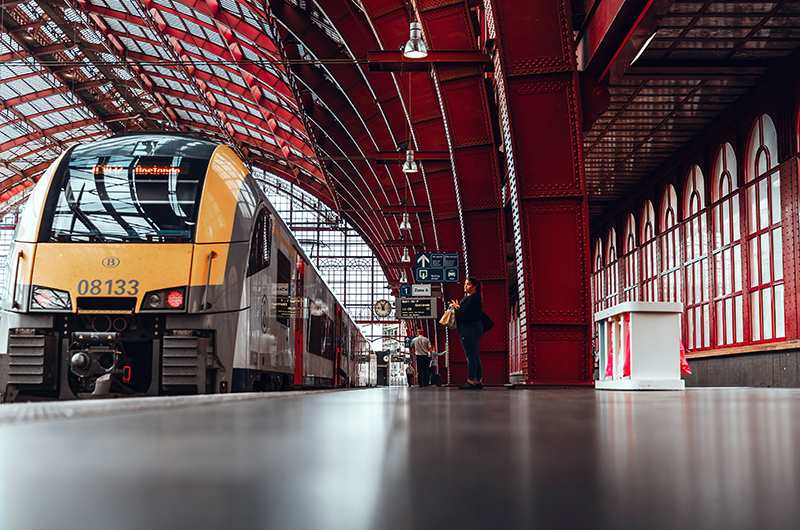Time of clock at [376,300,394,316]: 11:04
